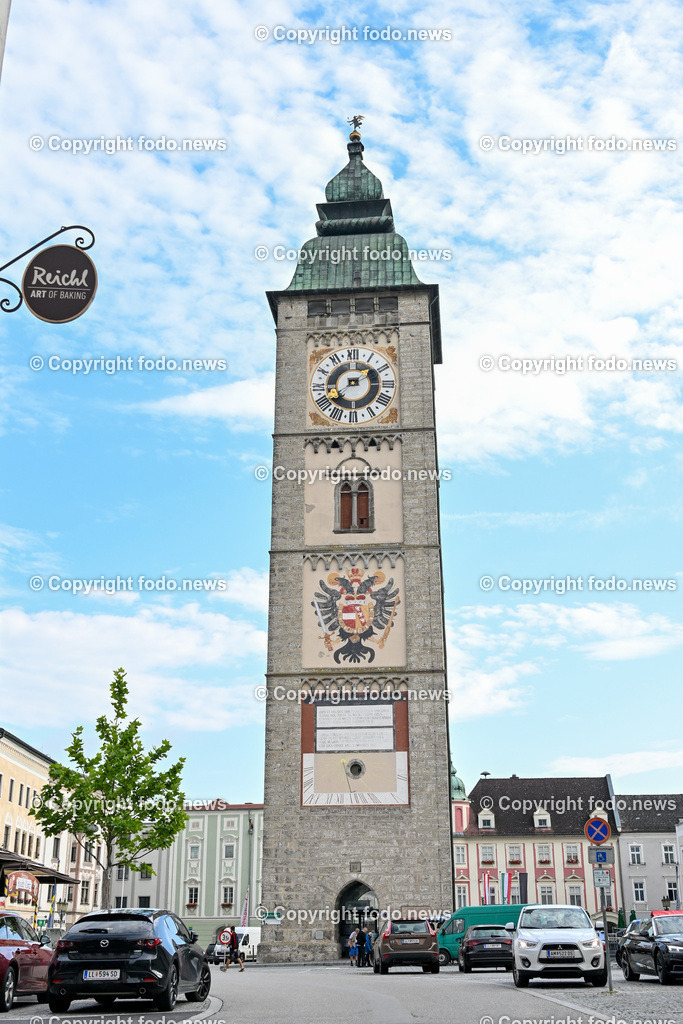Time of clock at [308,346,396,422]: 1:39
